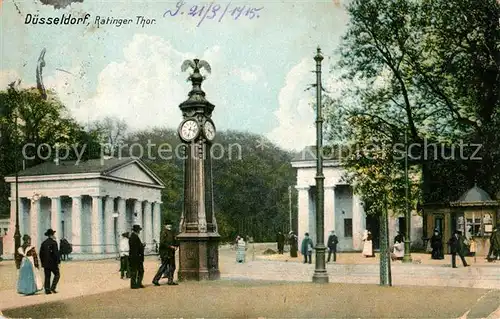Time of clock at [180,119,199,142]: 3:32
